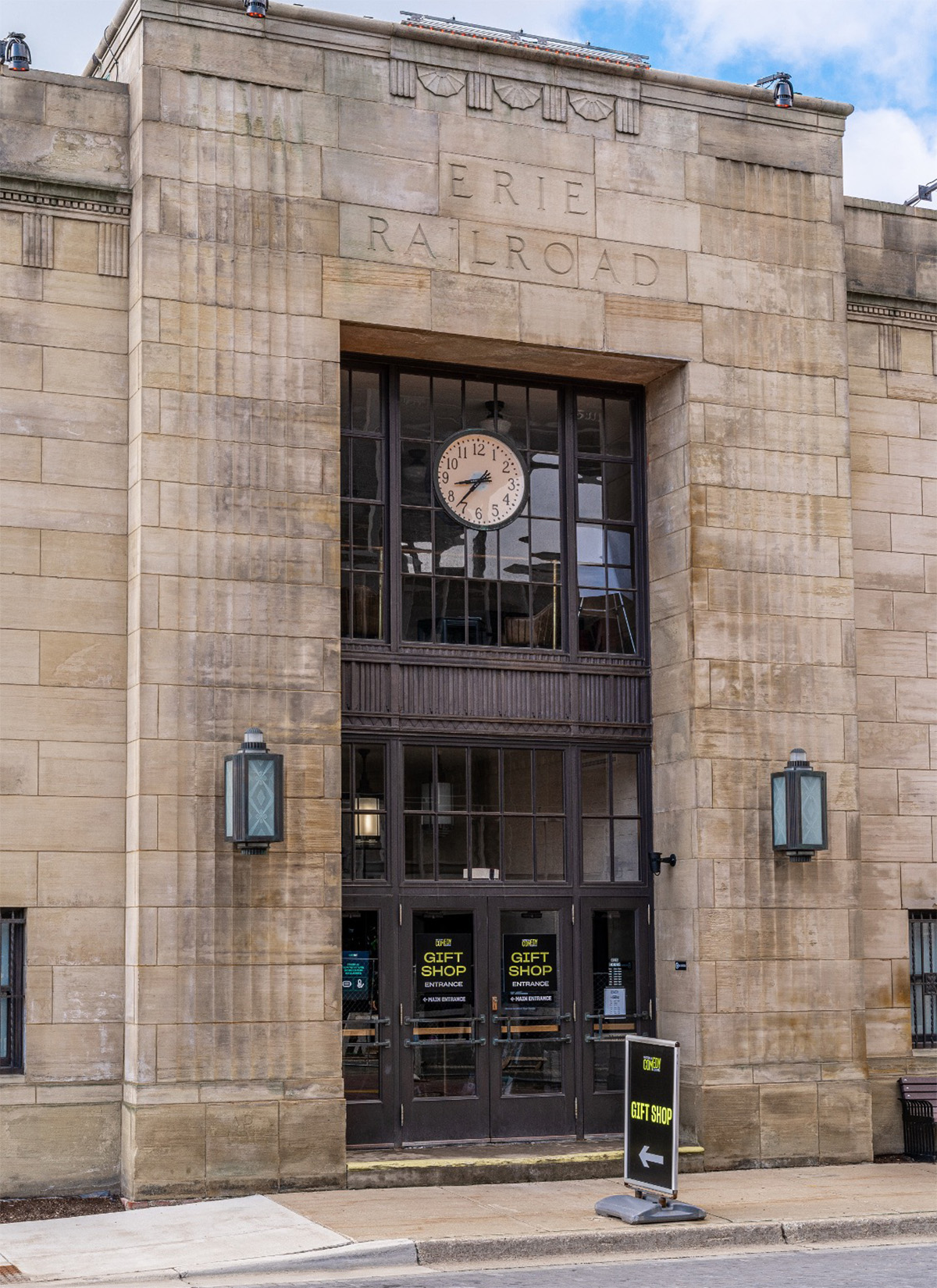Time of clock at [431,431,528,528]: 8:37
